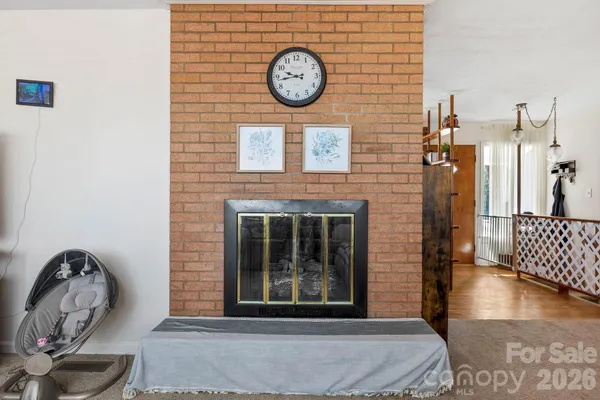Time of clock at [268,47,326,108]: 9:43
